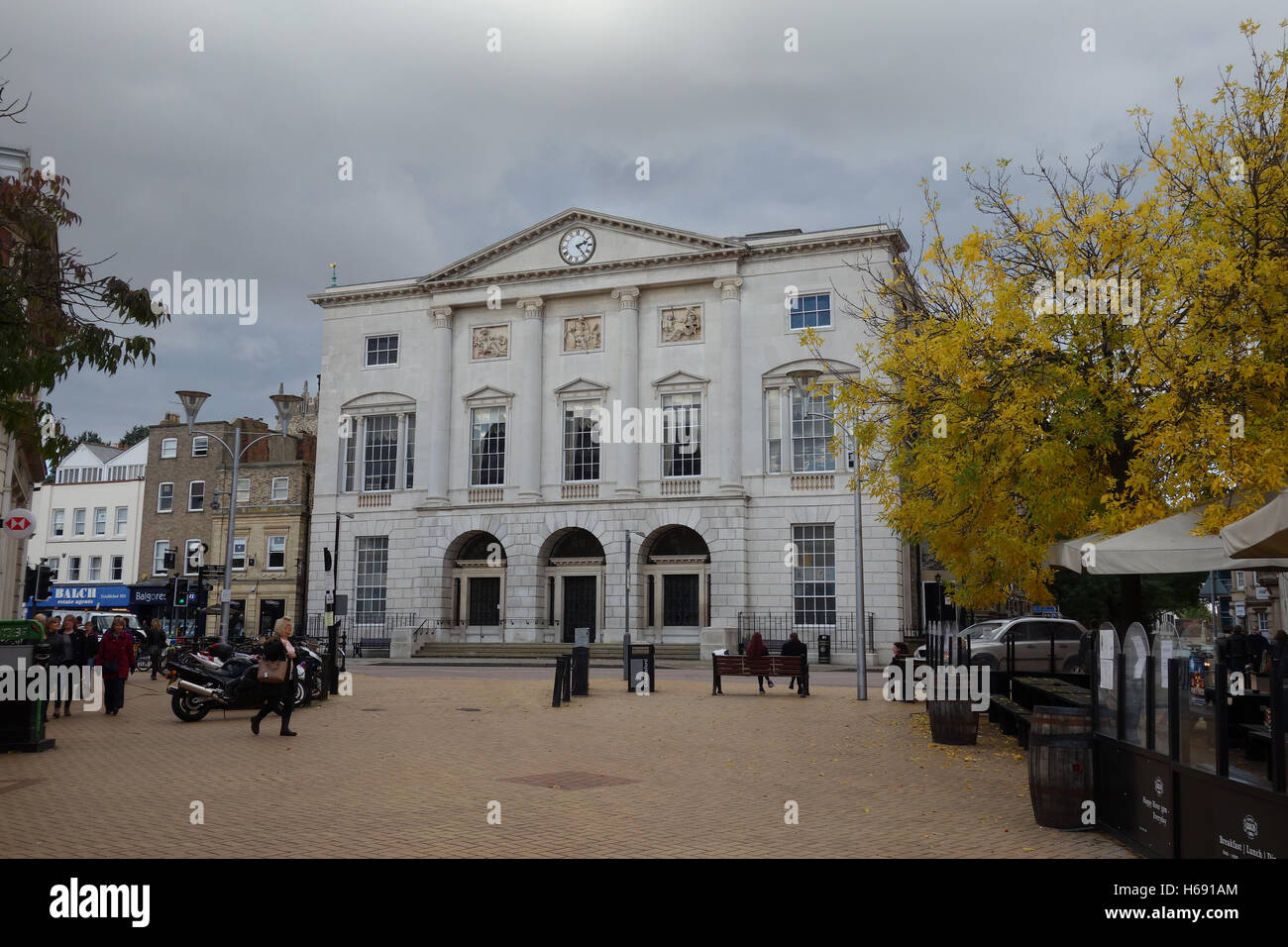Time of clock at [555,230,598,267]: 2:23
